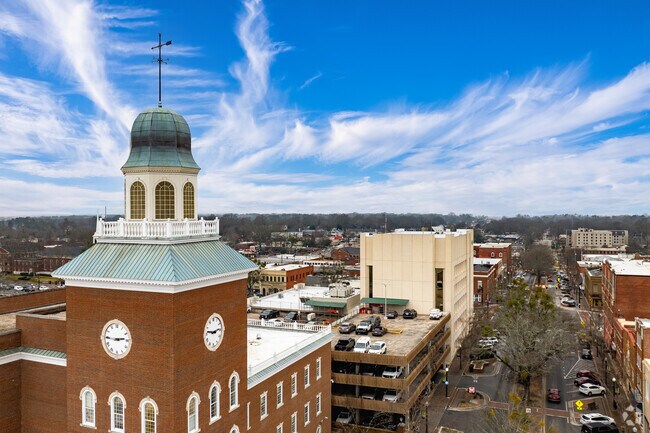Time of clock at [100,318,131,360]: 2:45
